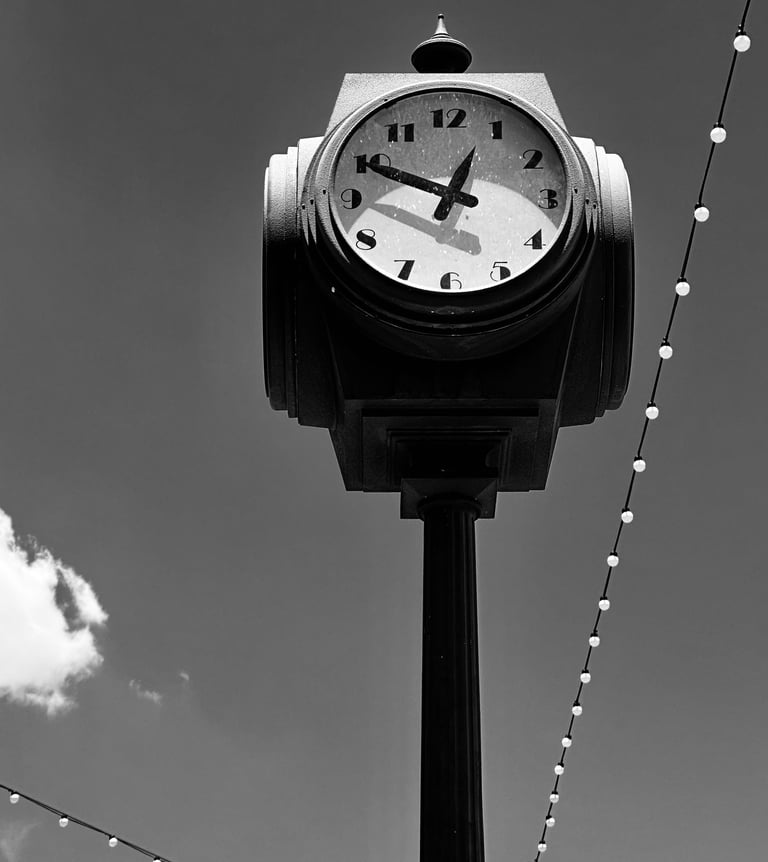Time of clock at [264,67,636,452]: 12:49
